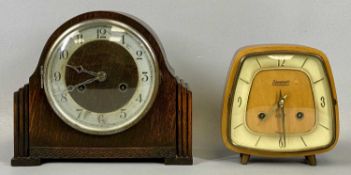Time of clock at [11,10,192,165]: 9:41
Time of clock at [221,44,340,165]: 7:29
